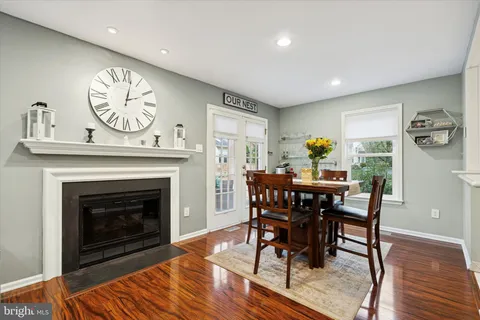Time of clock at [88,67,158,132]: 2:01
